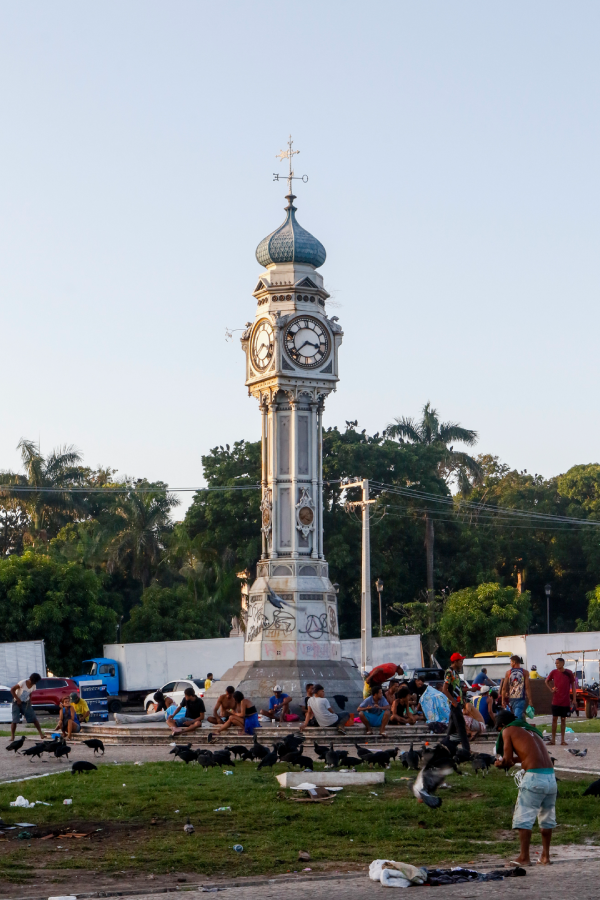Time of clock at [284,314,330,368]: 3:37
